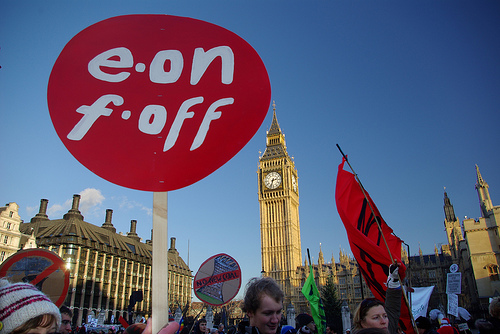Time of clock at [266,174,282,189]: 2:33
